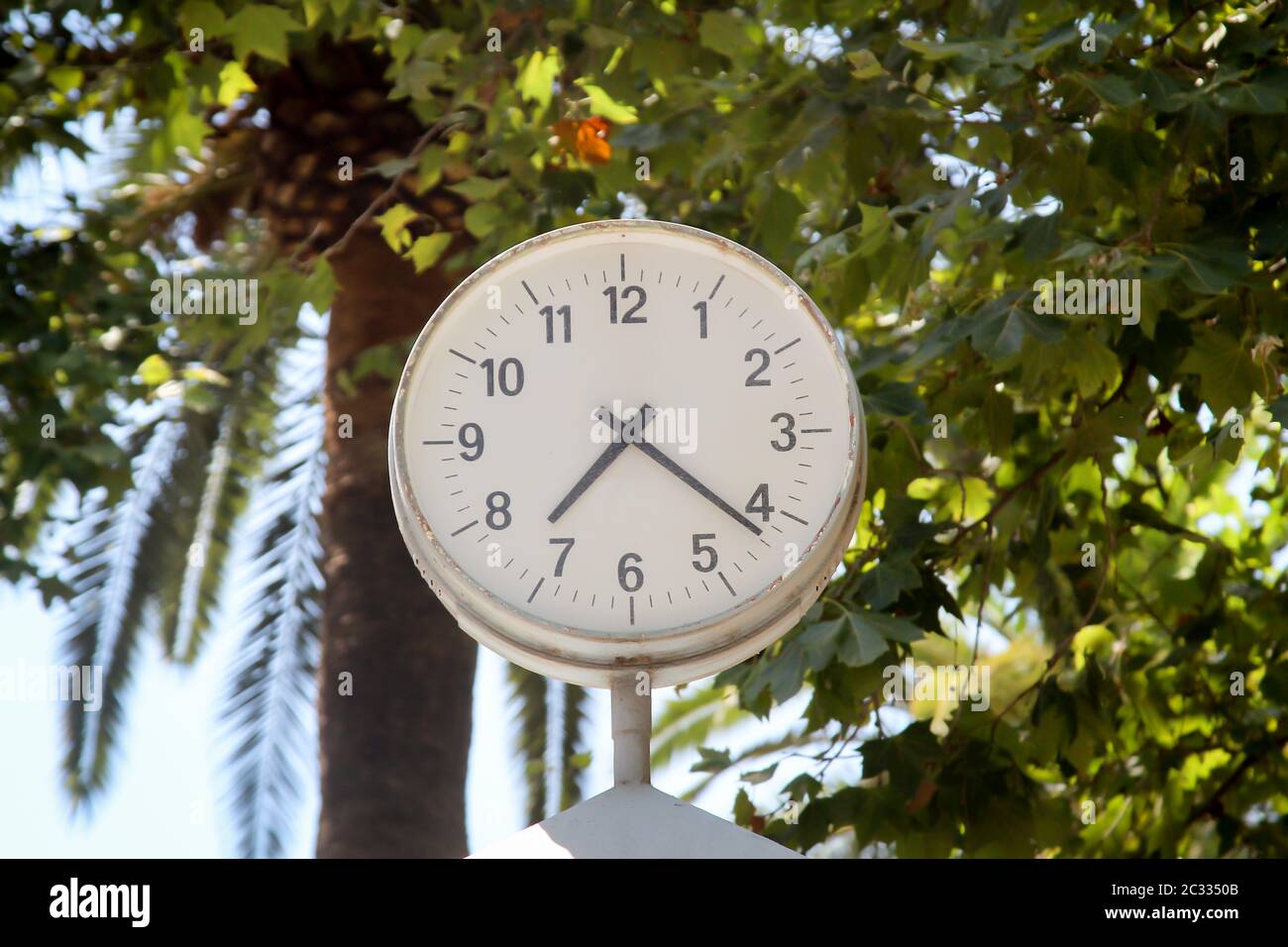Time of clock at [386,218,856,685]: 7:21
